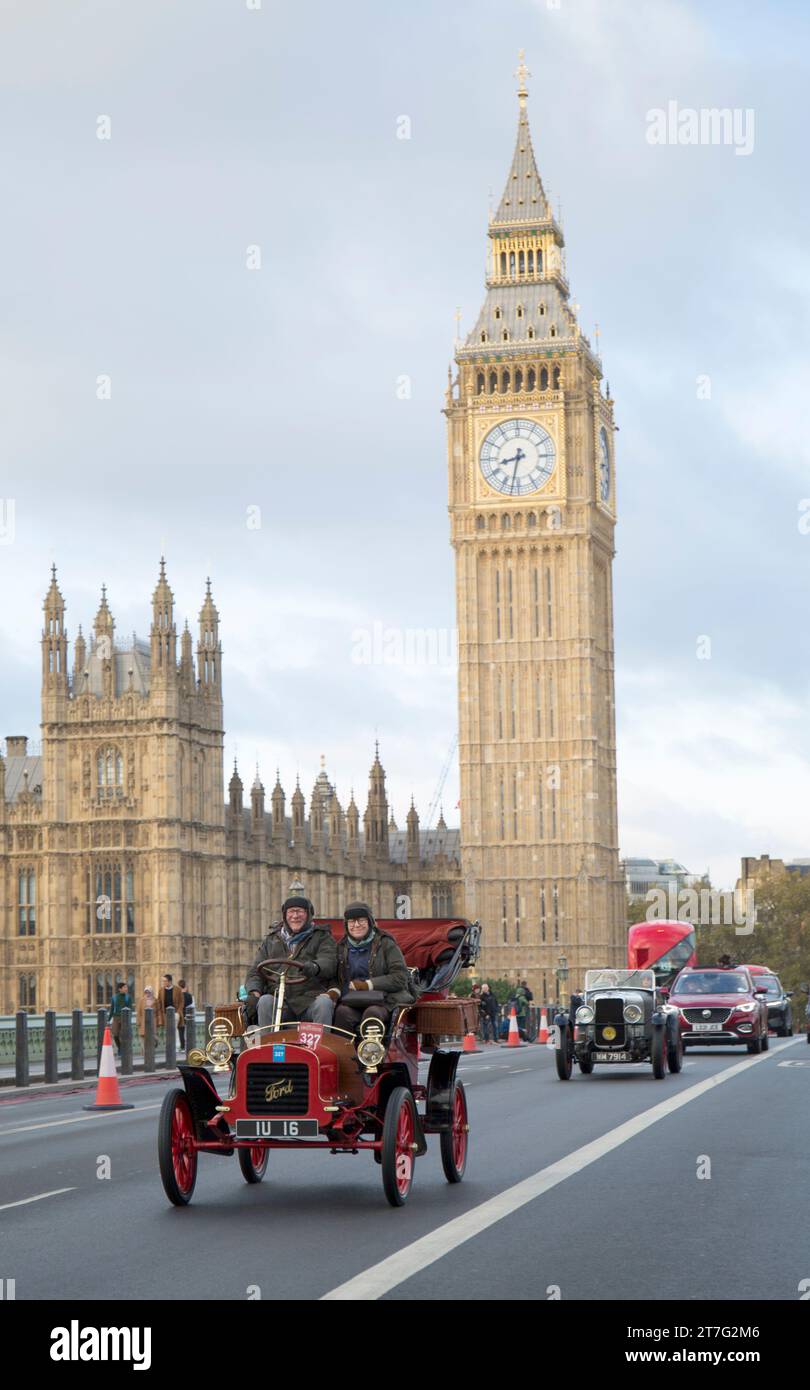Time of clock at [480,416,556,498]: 8:32
